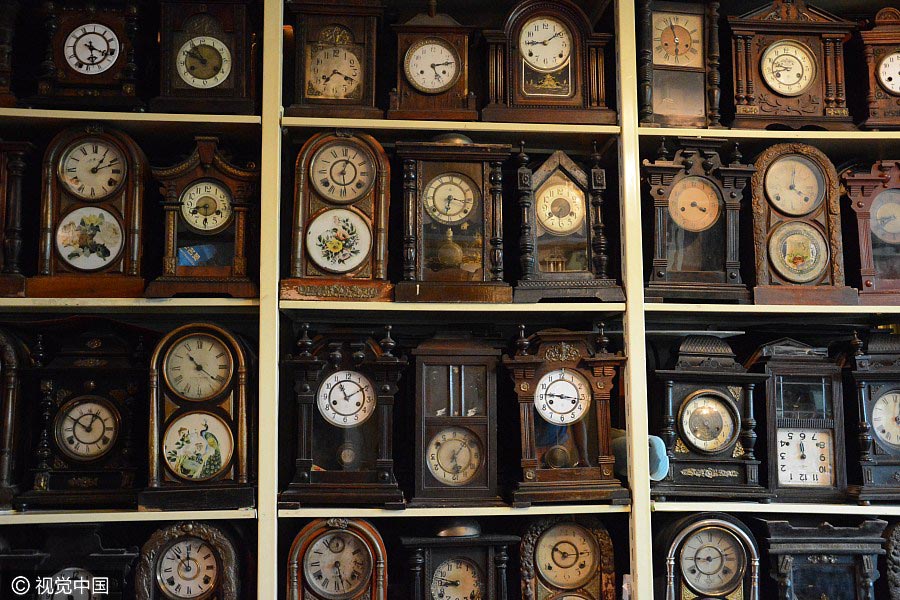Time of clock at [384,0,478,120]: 5:13
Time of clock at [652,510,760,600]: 9:12
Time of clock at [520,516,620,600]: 10:14
